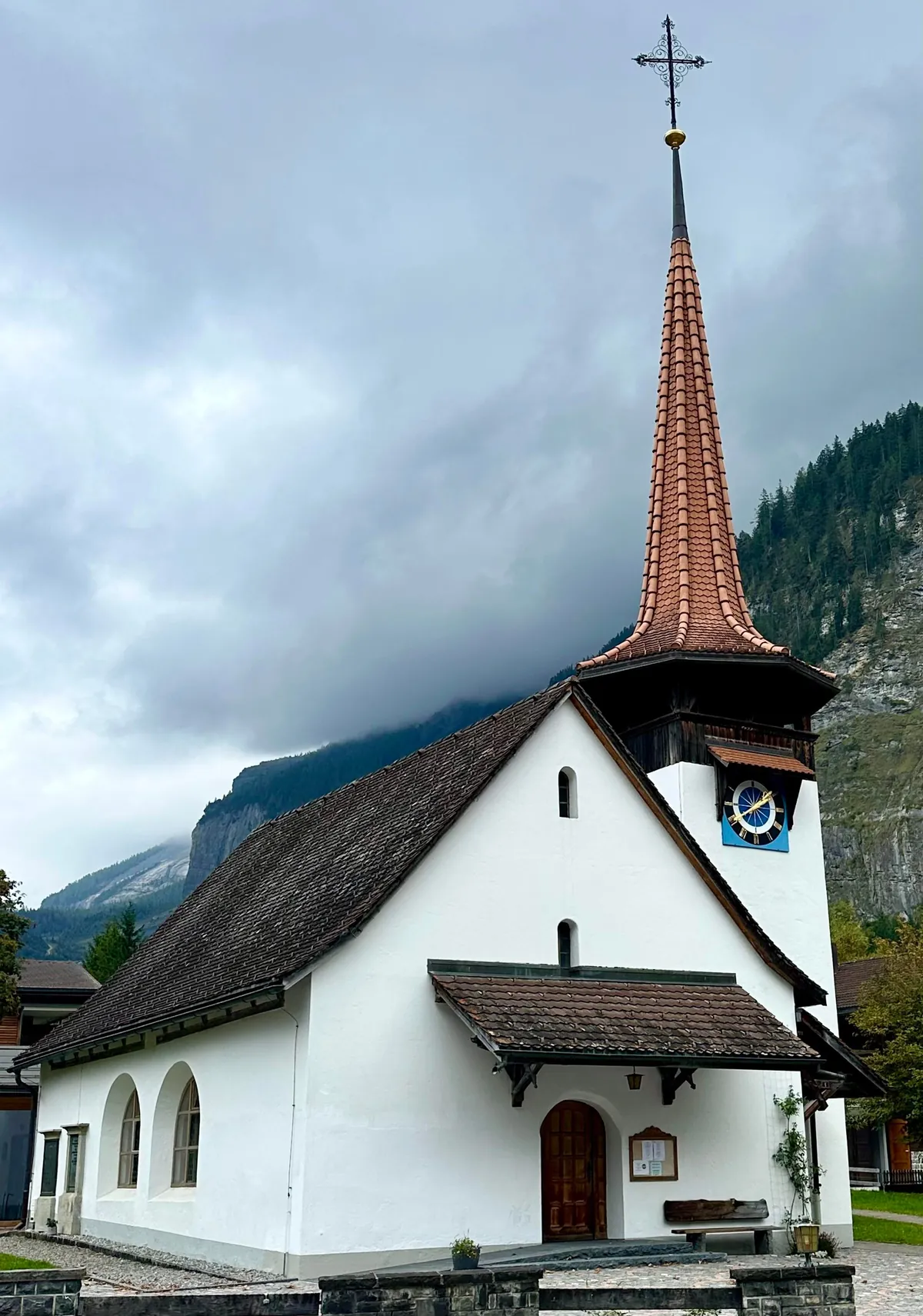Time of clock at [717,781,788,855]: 1:39
